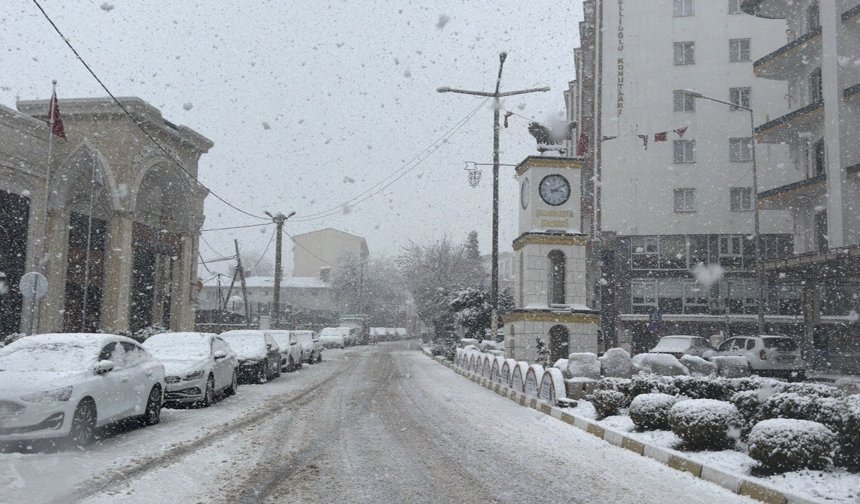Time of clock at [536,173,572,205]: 3:09
